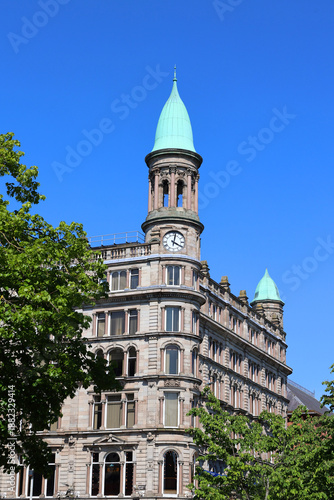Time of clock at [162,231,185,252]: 4:02
